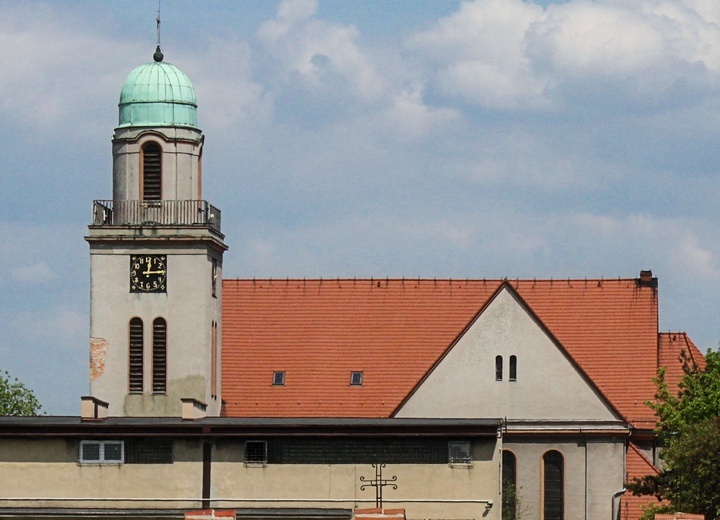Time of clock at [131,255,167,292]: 12:14
